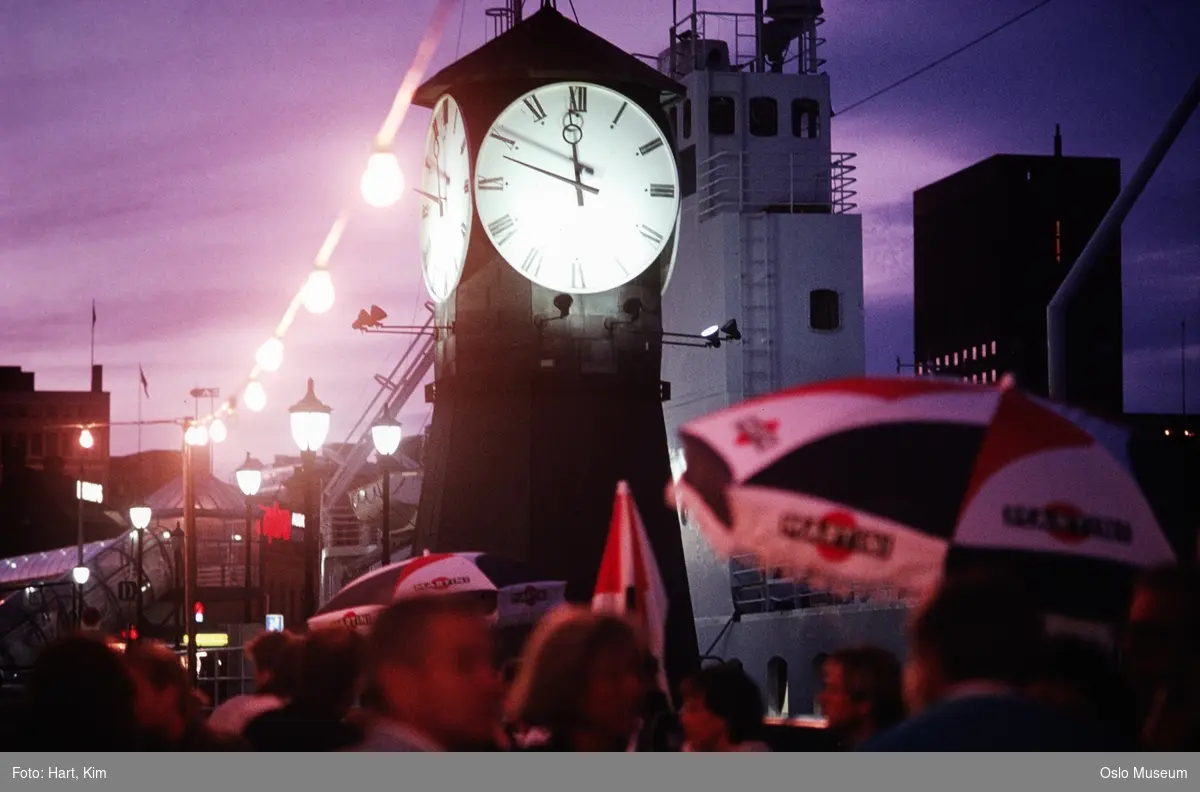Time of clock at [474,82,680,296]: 11:48
